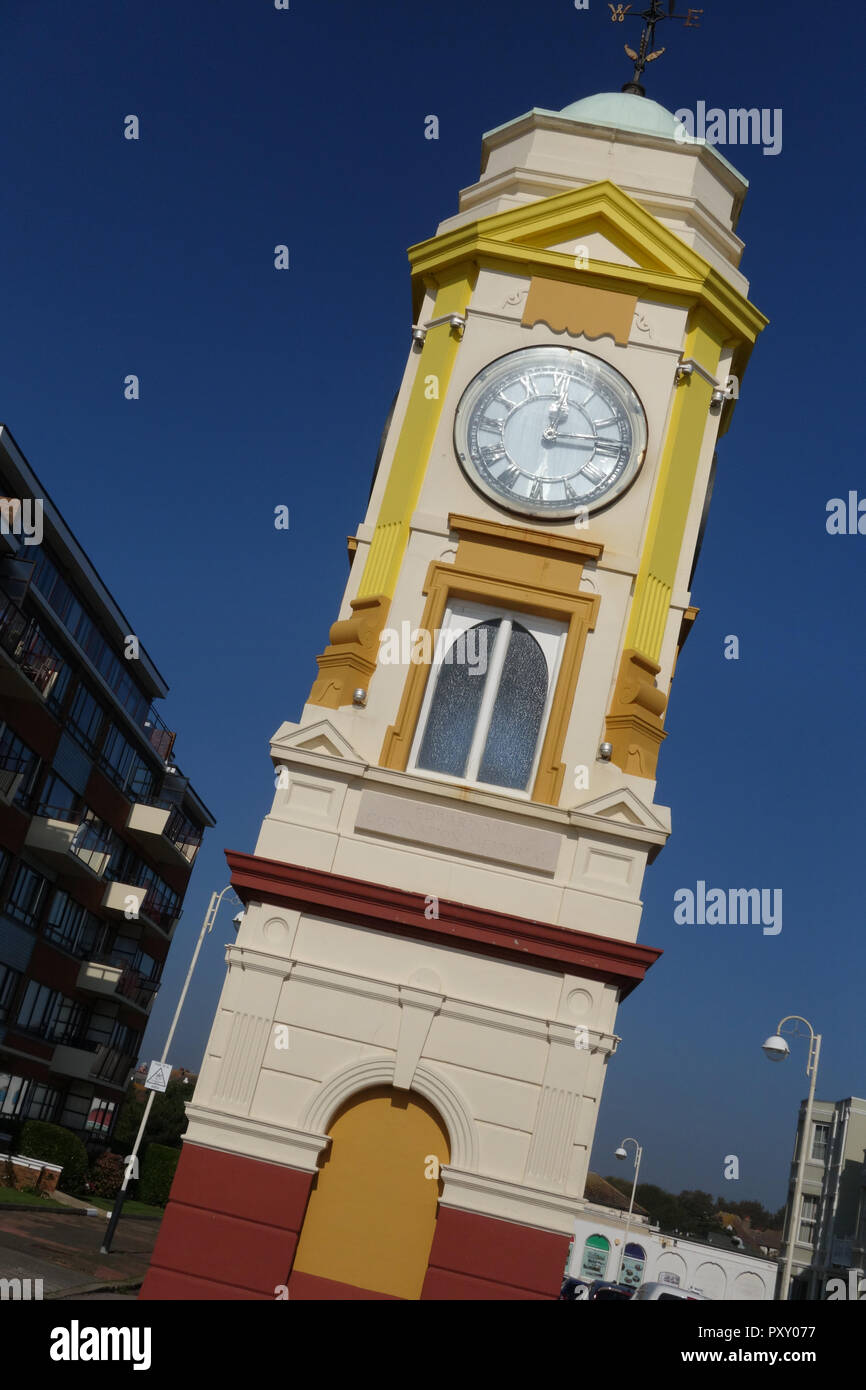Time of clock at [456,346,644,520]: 12:14
